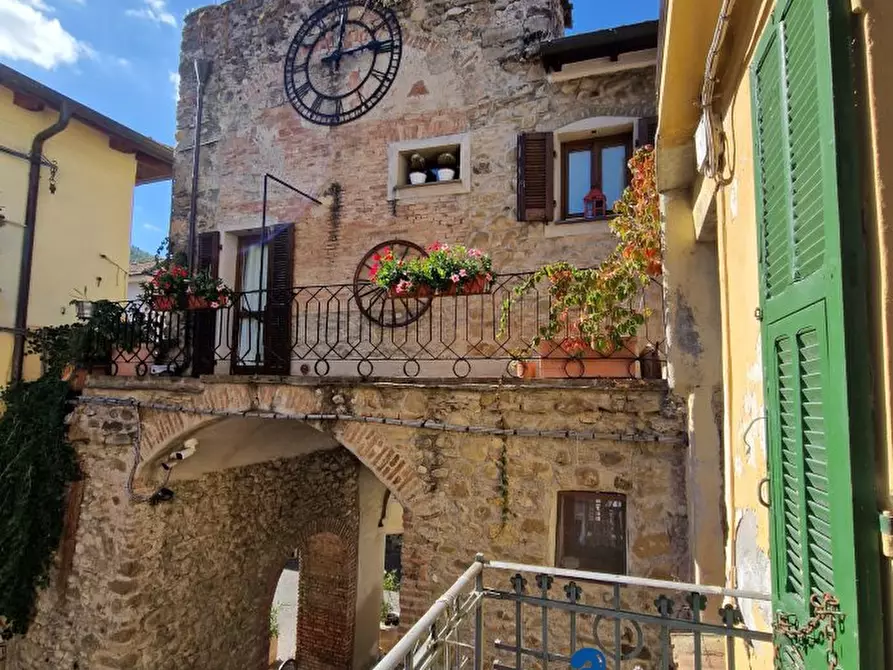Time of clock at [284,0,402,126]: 12:13
